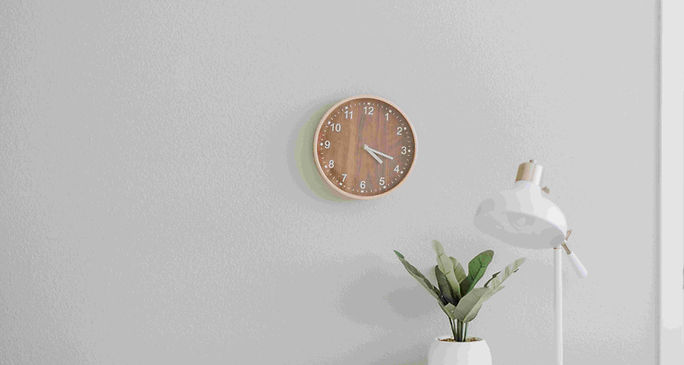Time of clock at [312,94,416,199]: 4:18
